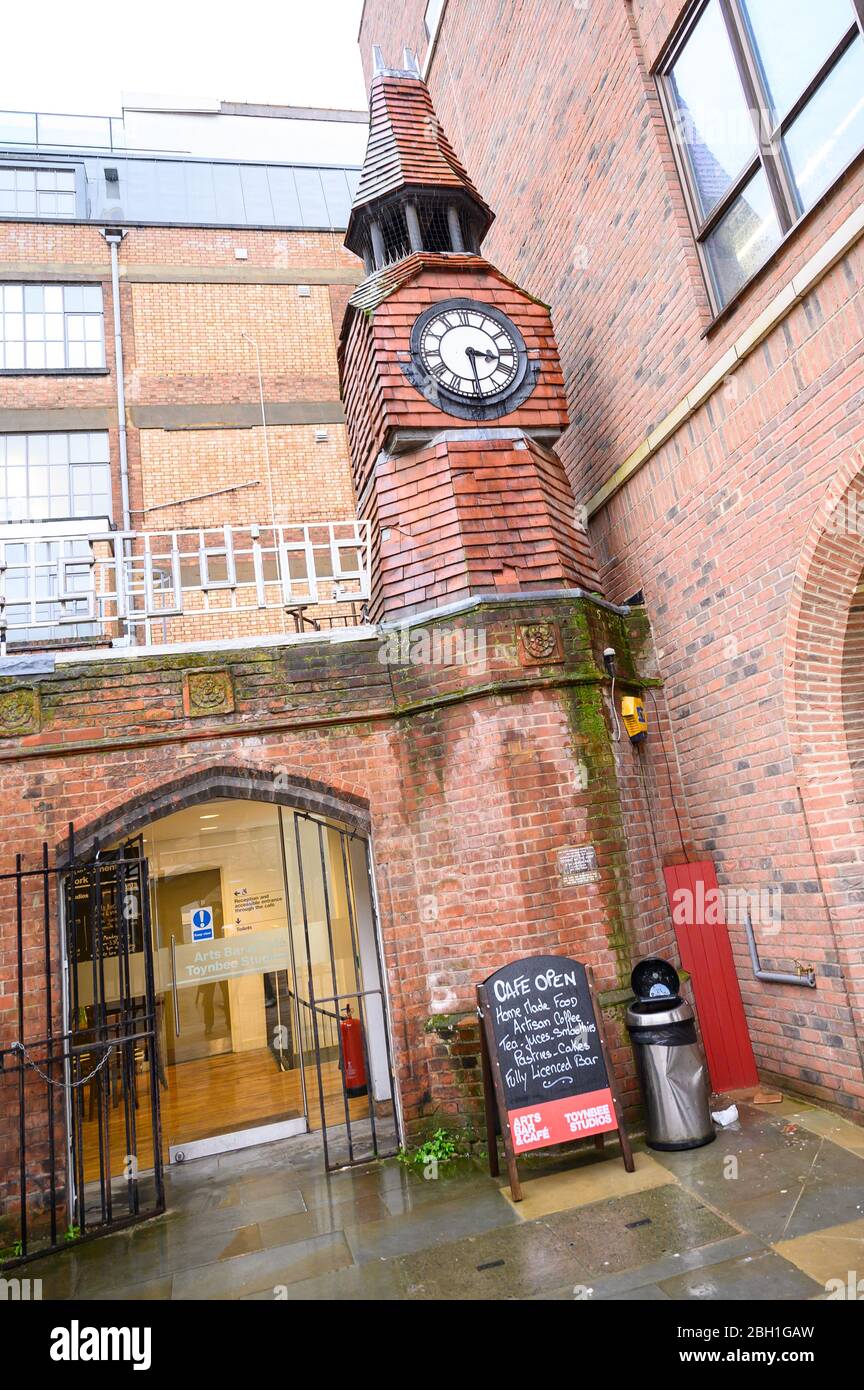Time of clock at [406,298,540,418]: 3:29
